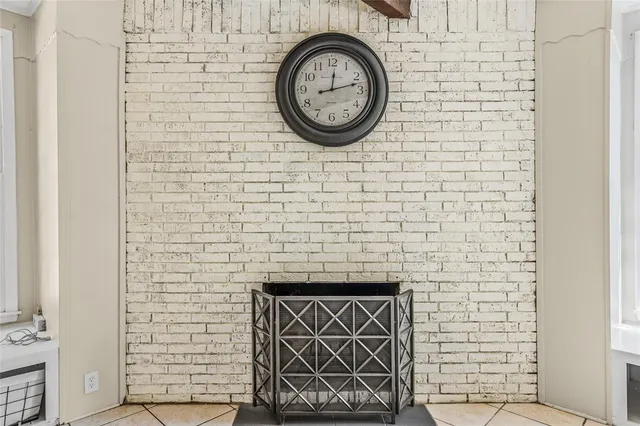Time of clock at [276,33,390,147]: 12:12
